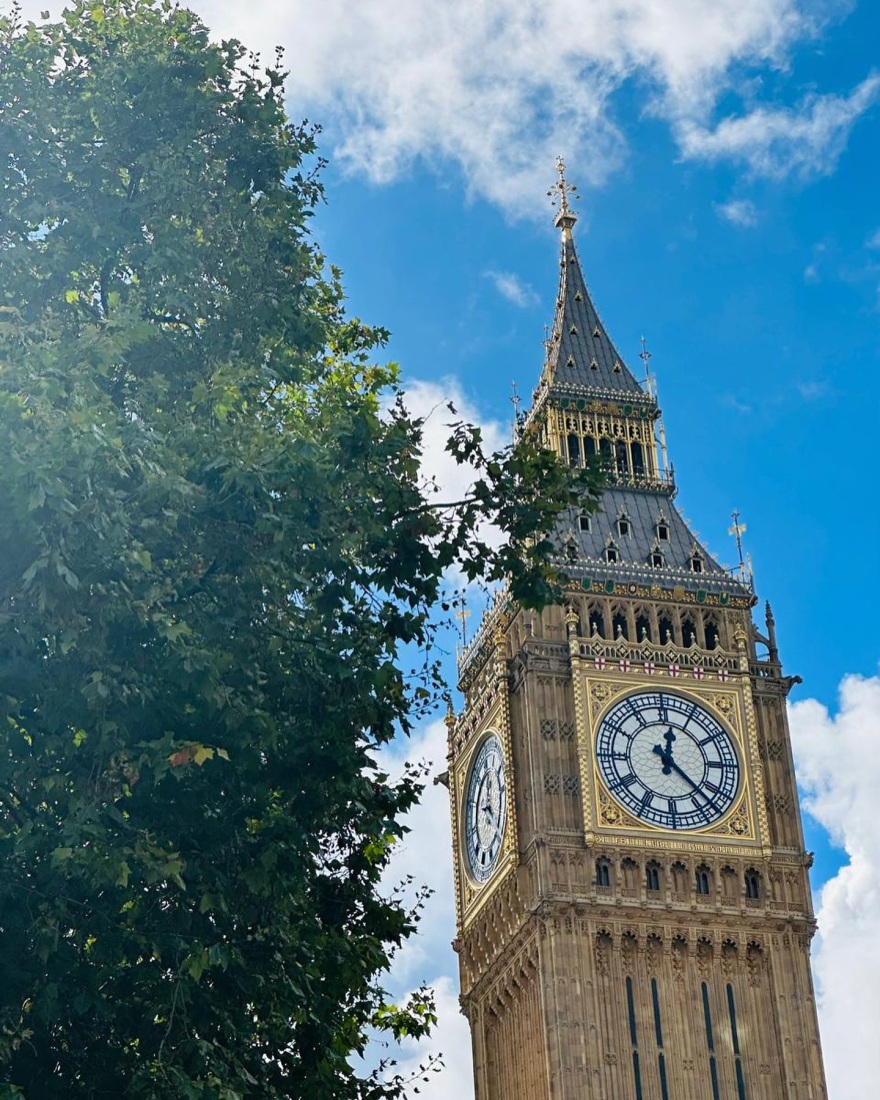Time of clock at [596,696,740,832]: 12:22
